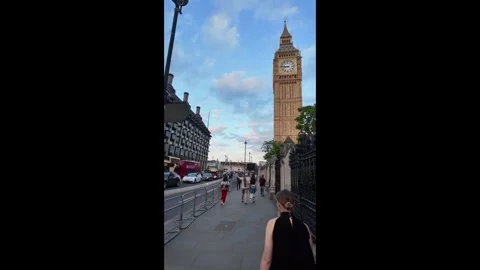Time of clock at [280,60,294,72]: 8:46
